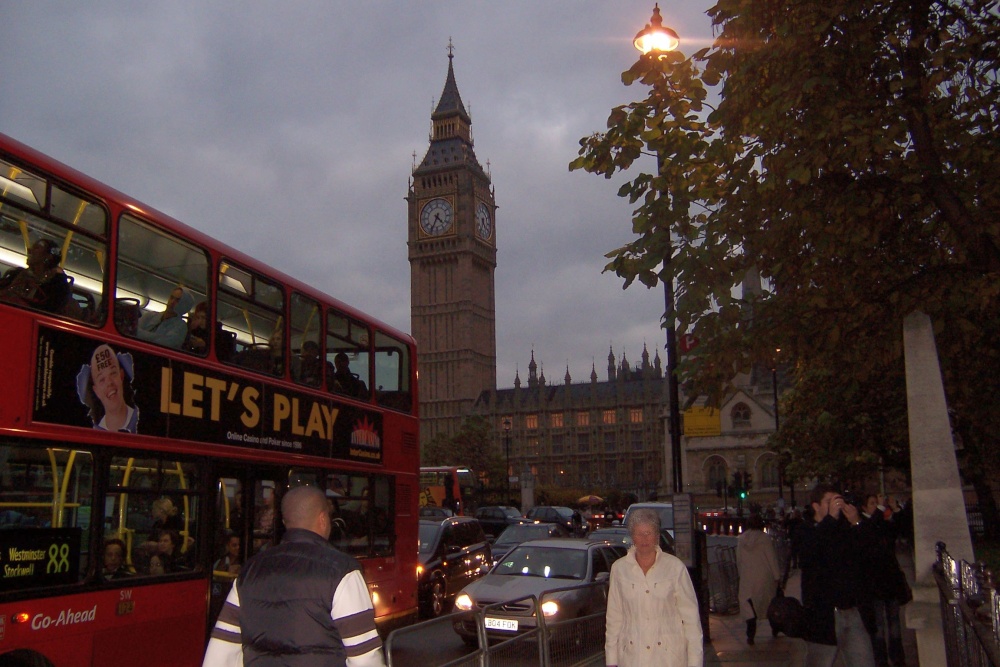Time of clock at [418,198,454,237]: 4:34
